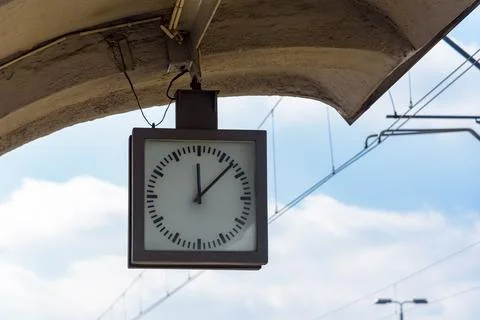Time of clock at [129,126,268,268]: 12:07
